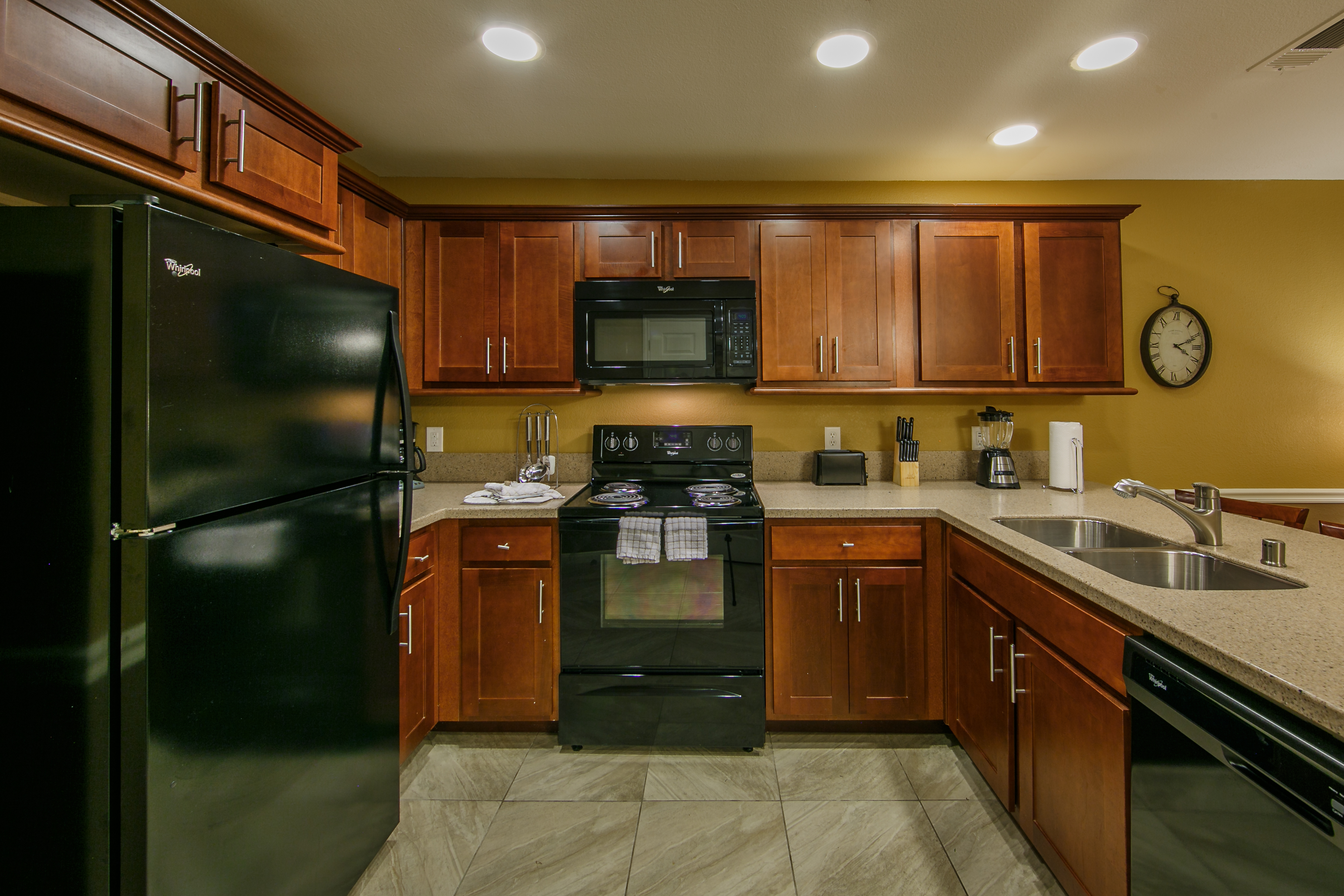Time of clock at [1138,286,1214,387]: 2:18
